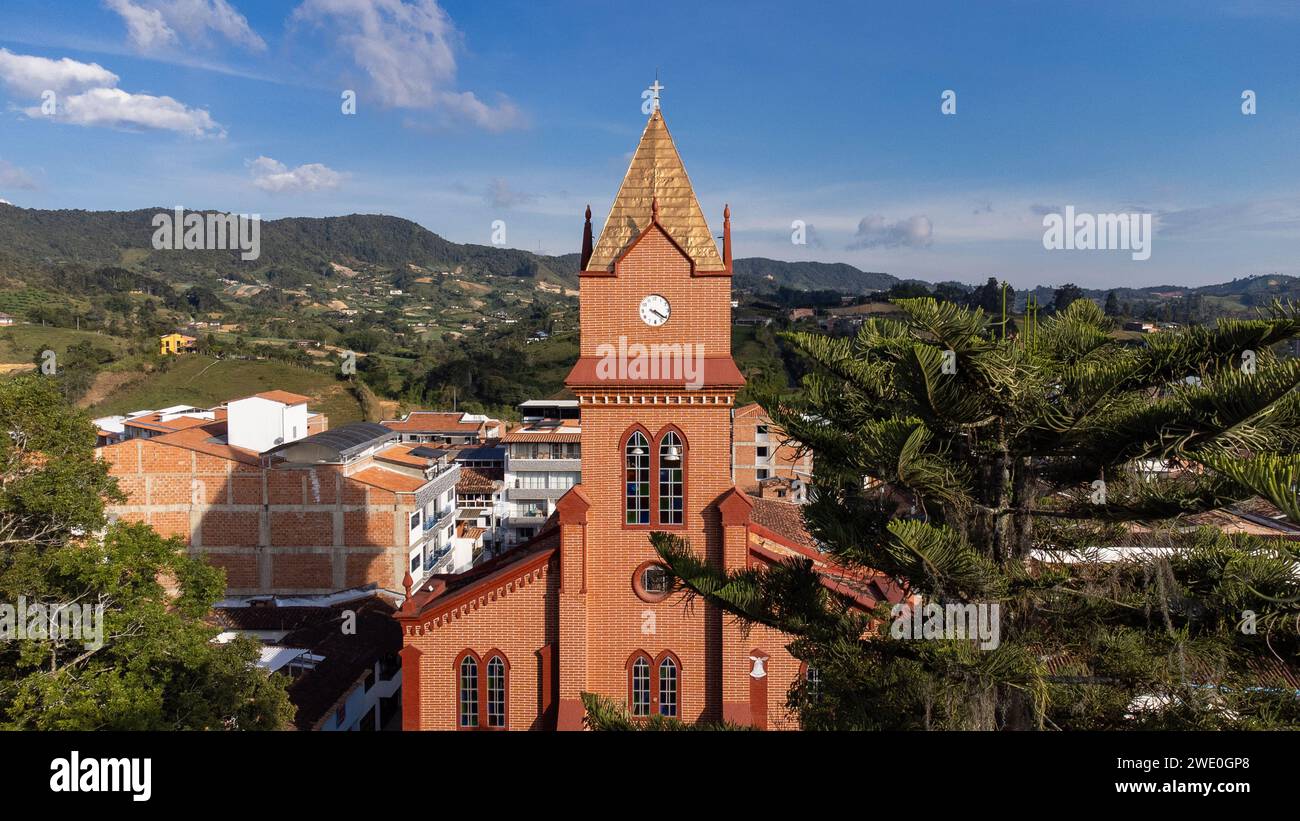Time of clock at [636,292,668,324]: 4:21
